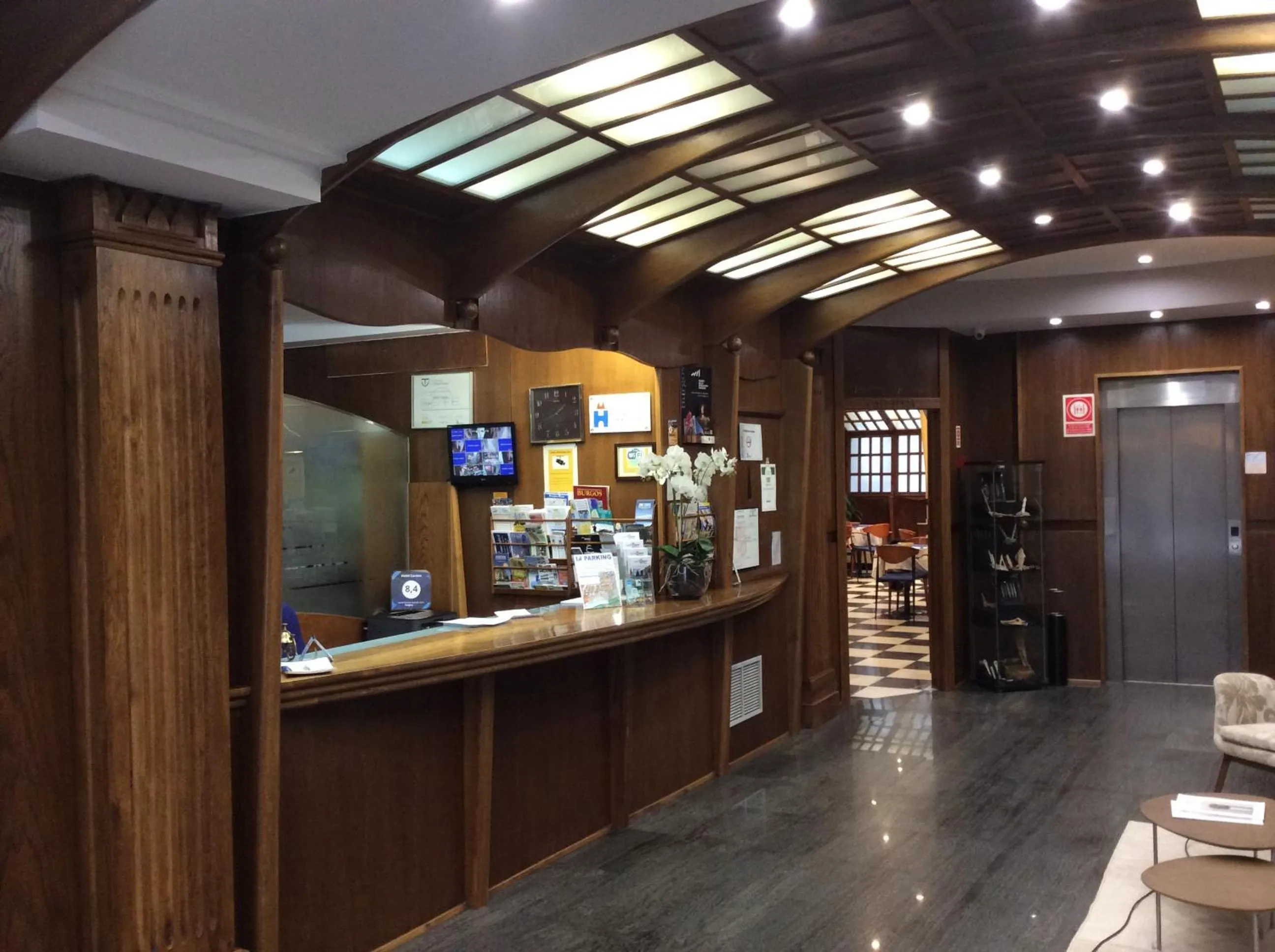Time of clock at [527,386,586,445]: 1:42
